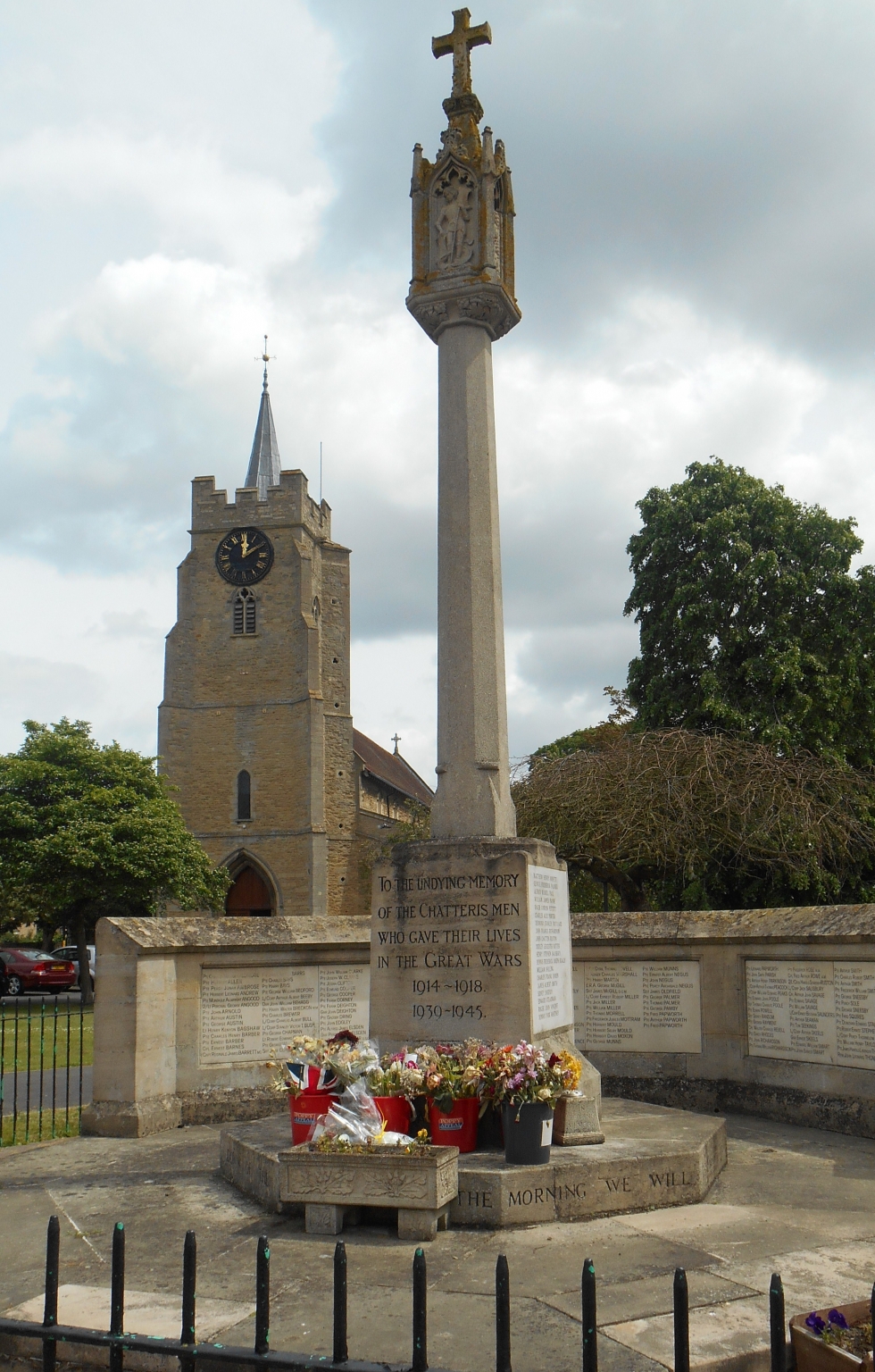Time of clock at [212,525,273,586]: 12:09
